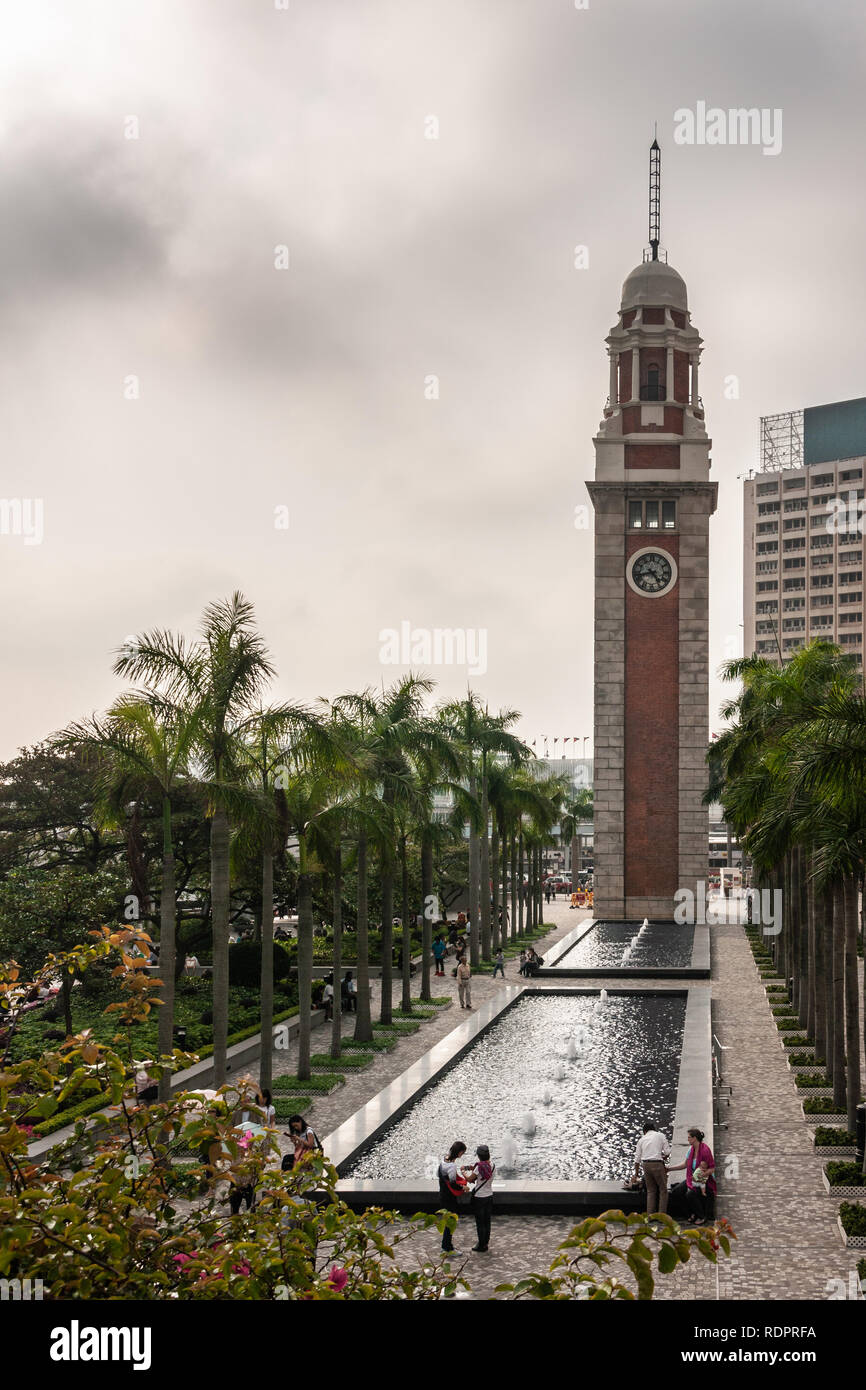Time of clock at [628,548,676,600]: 4:42
